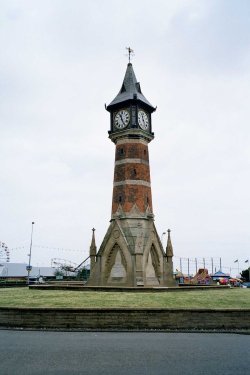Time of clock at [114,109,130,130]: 11:25
